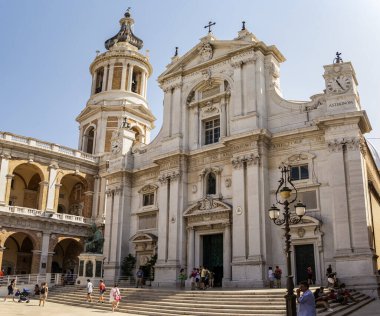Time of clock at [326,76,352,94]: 11:25
